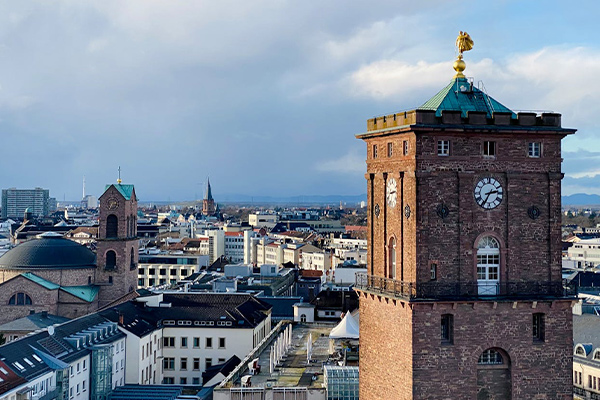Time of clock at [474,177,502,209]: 2:35
